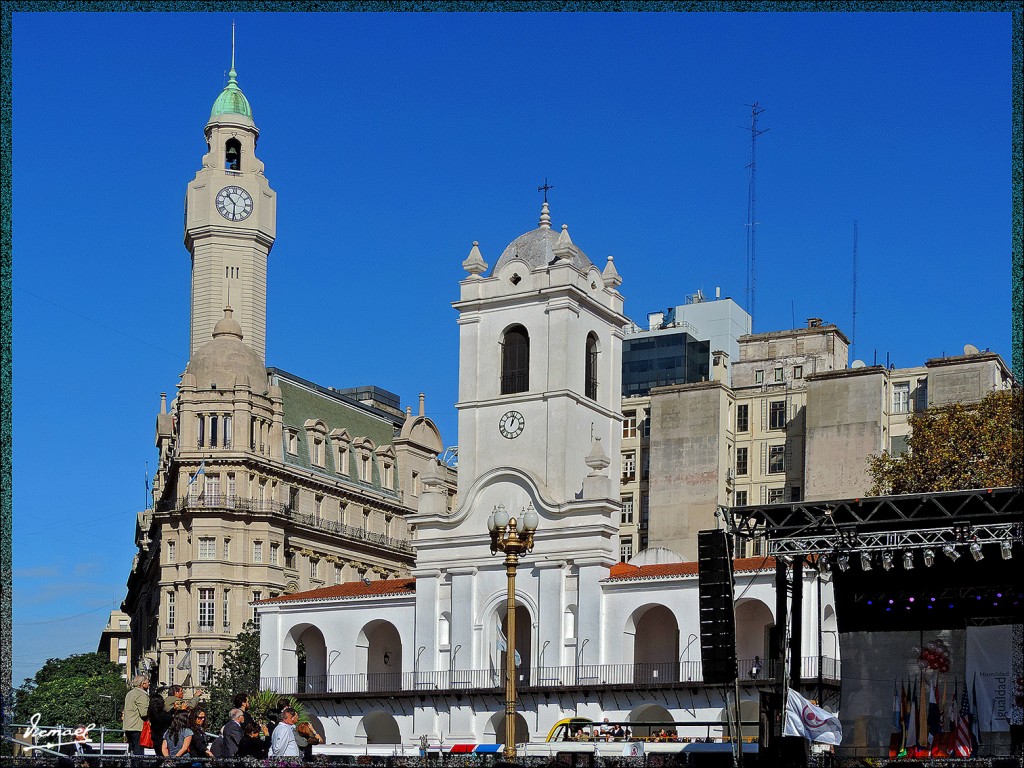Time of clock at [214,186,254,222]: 10:30
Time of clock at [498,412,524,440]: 1:02
